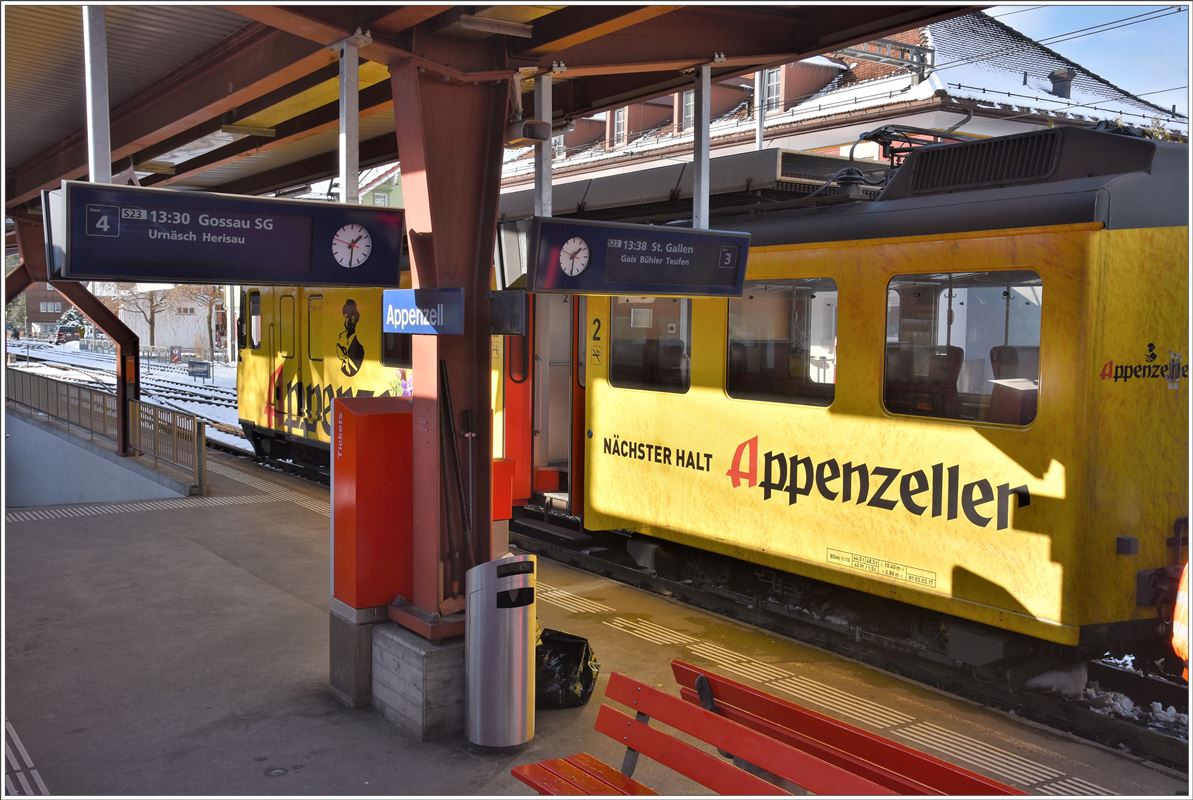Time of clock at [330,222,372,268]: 1:29
